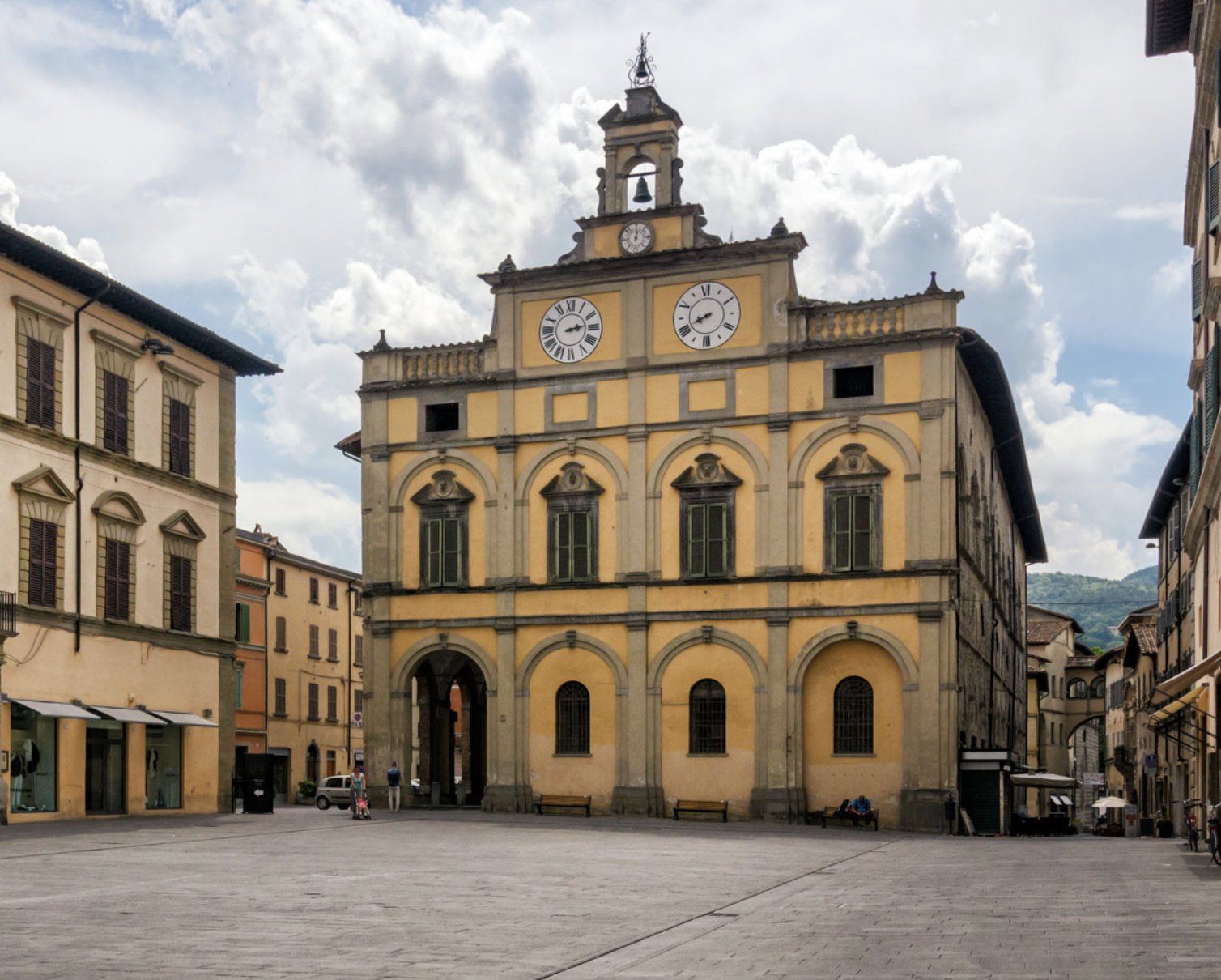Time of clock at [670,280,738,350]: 8:41
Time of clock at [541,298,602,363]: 2:13
